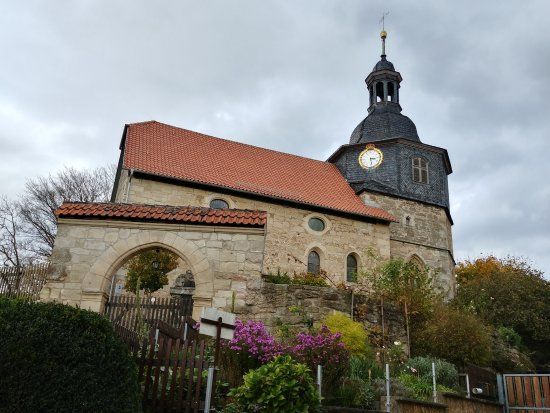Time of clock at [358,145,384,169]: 3:28
